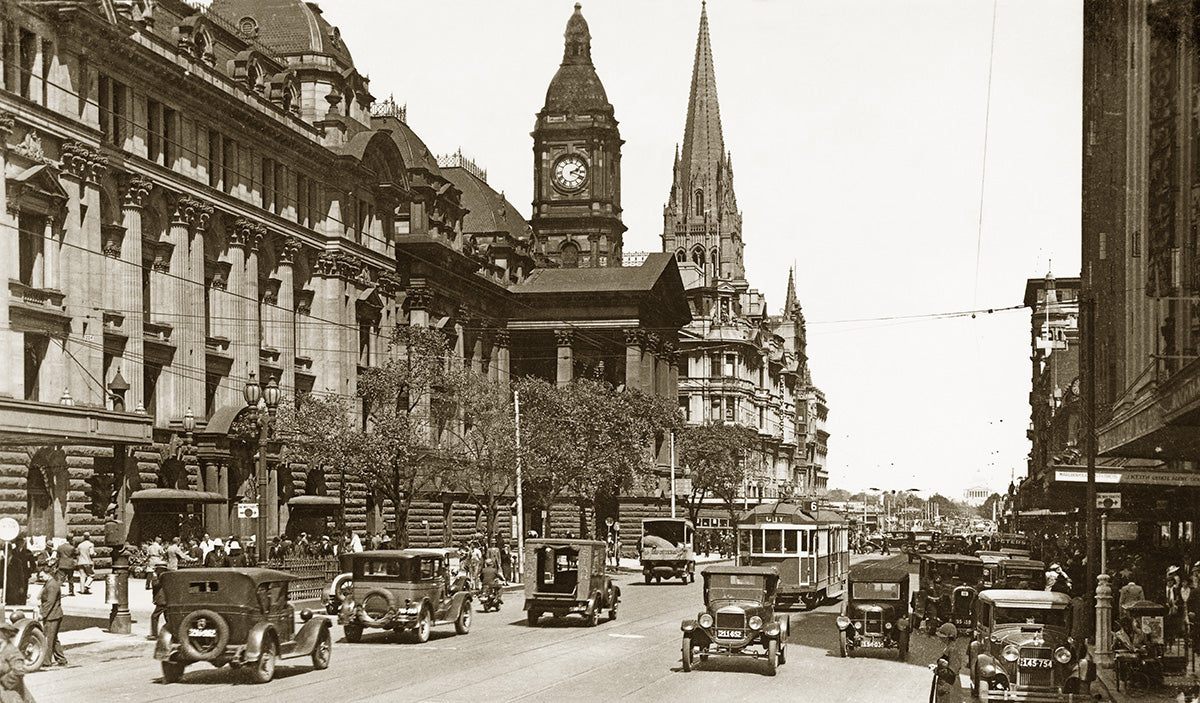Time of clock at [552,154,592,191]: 2:18
